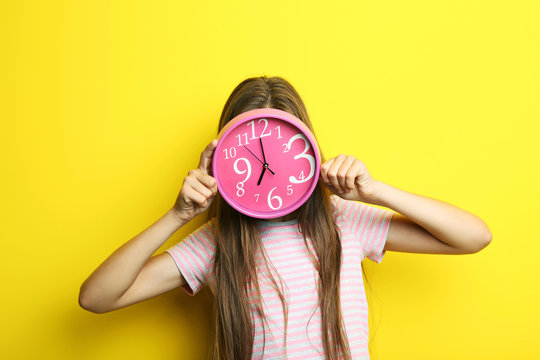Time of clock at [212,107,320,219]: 6:59
